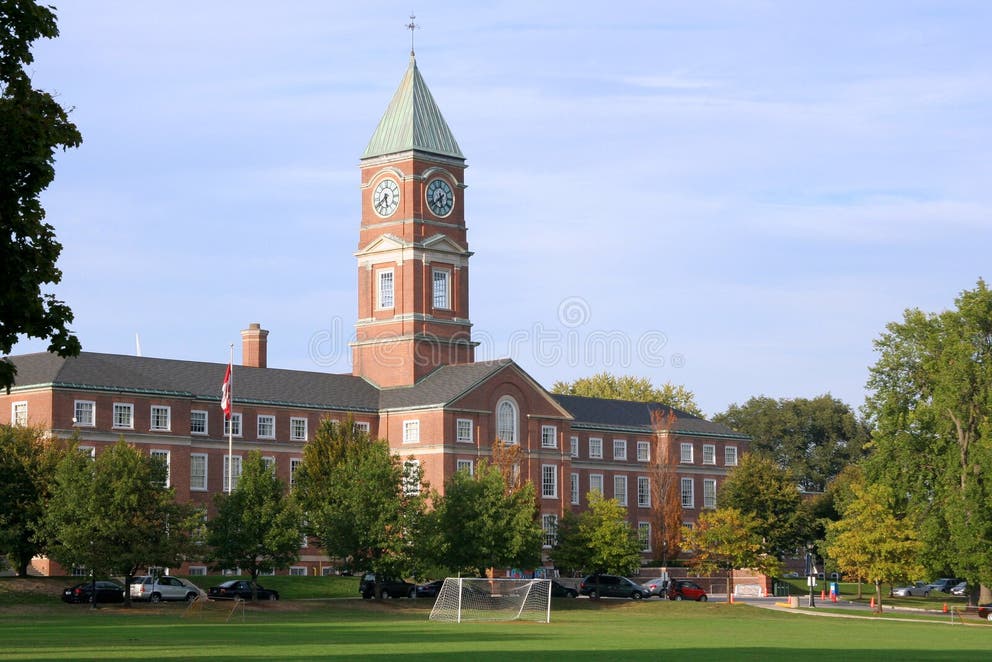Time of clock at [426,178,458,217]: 5:38
